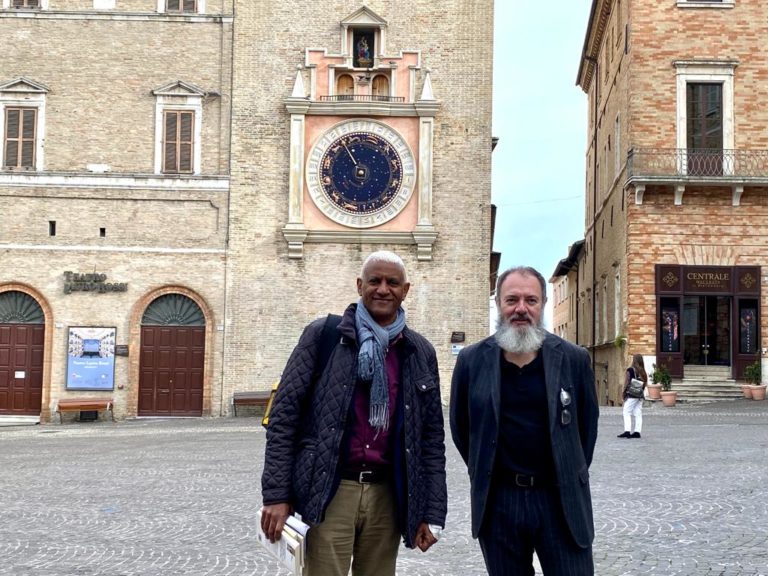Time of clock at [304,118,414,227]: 10:54
